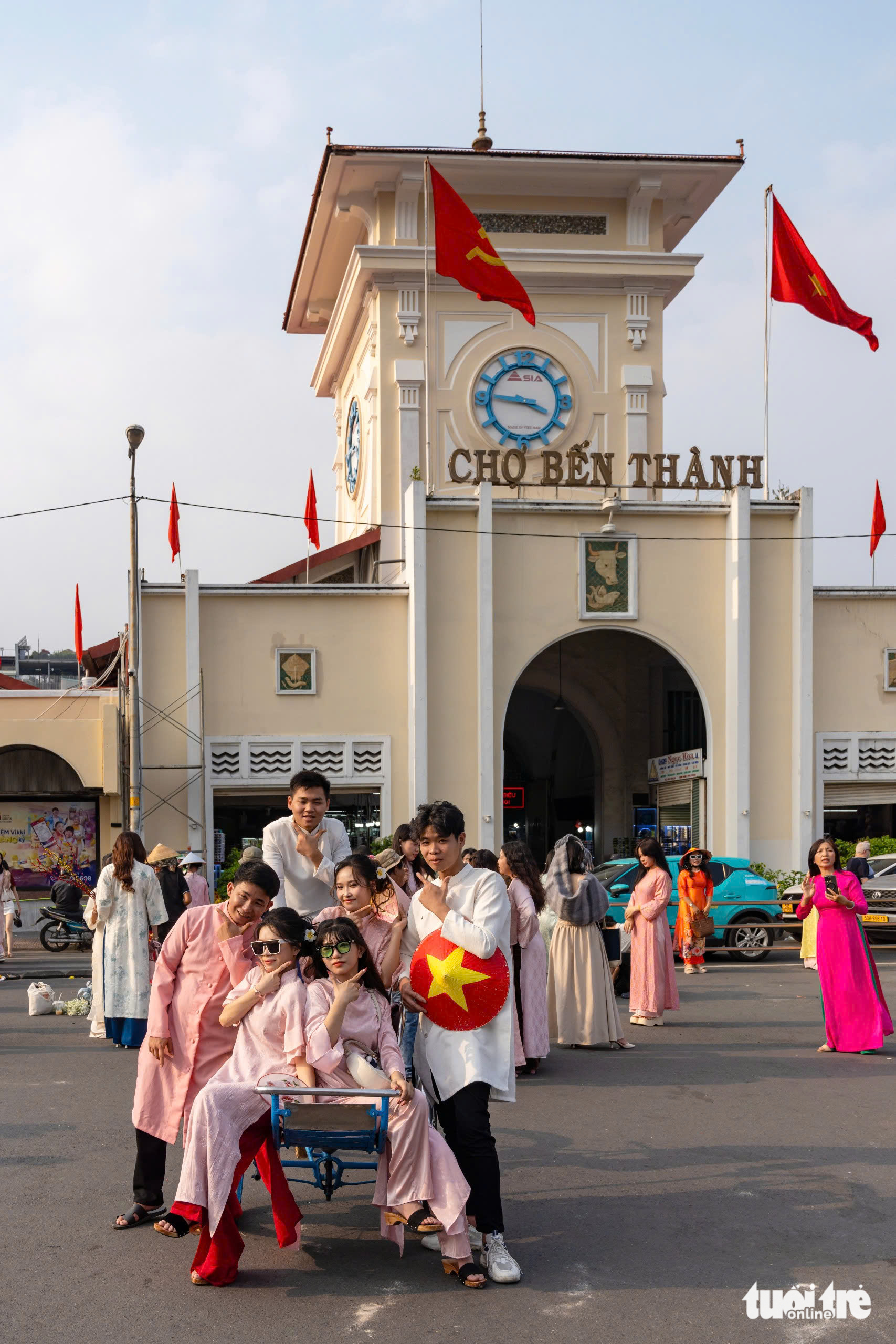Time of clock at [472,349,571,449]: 3:46
